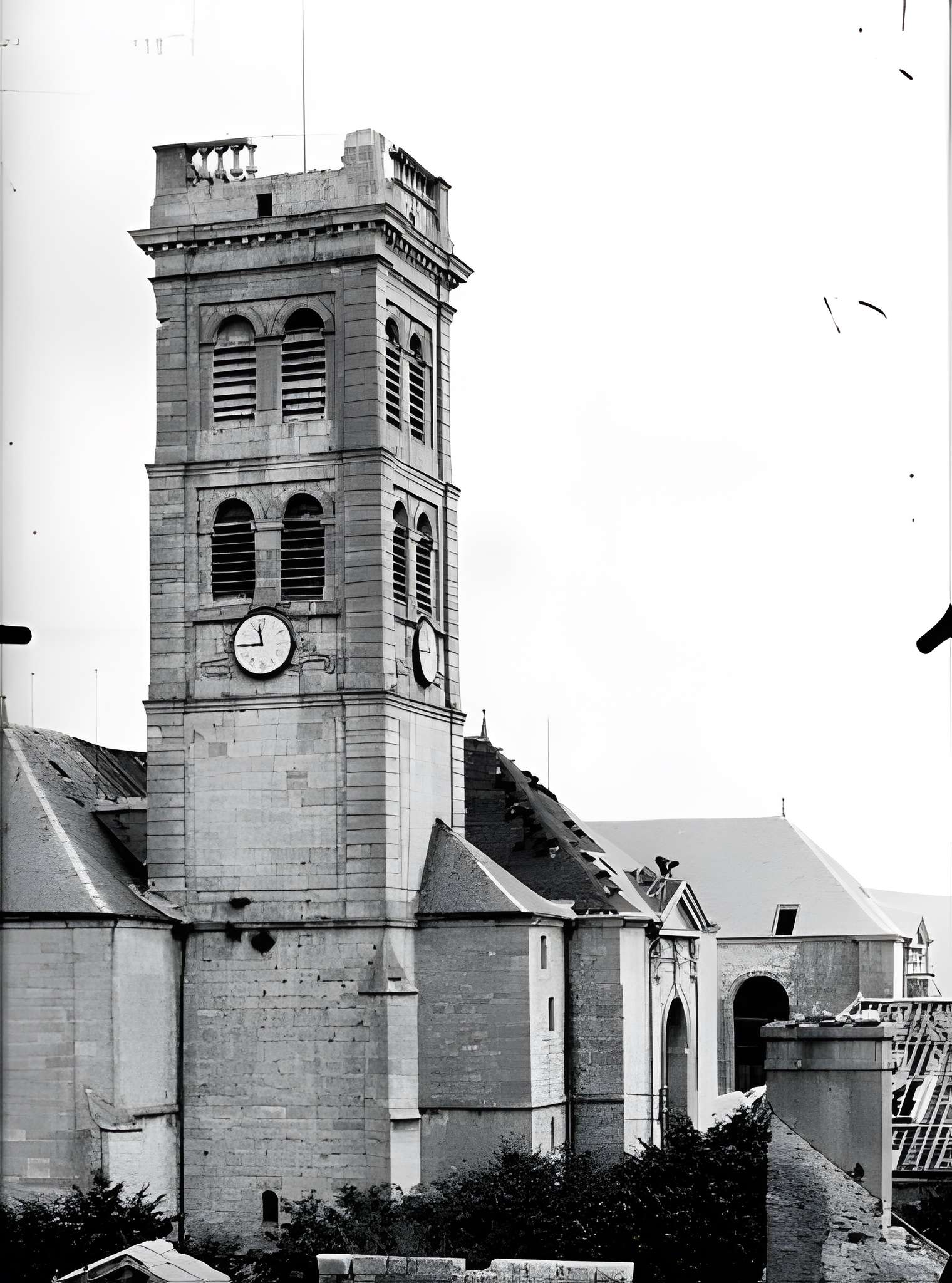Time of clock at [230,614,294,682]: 11:44
